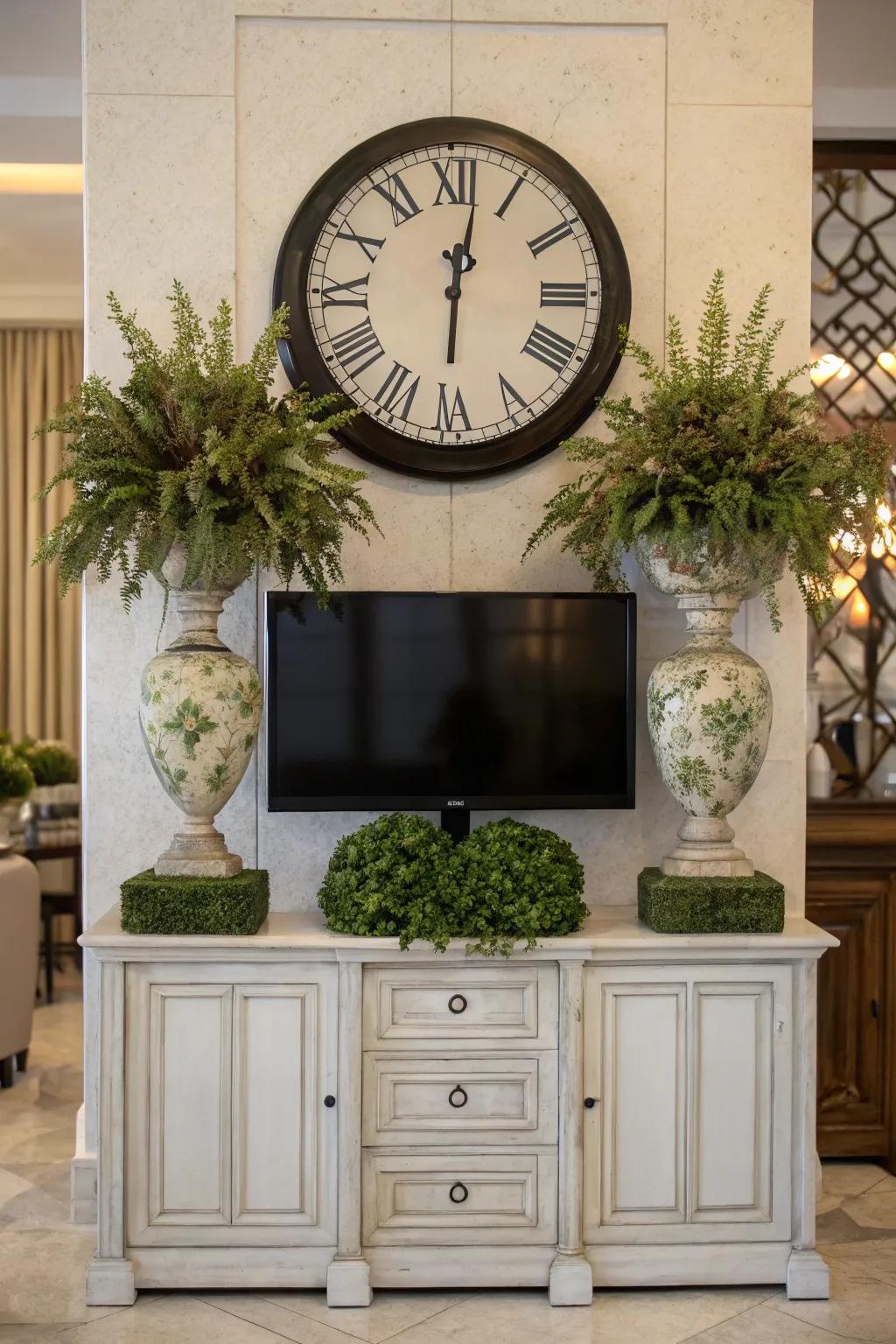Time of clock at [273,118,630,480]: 6:01
